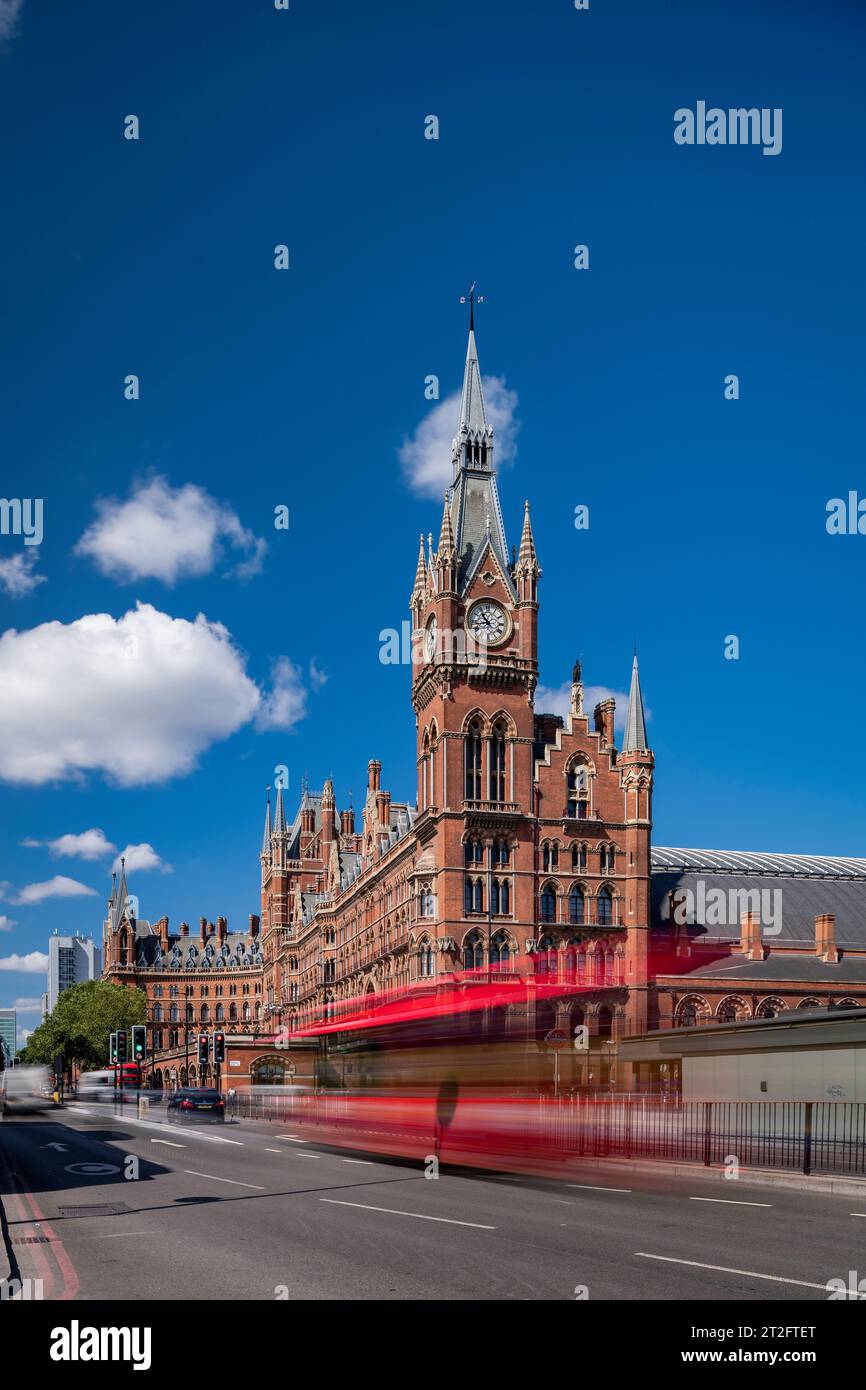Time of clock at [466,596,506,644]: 10:42
